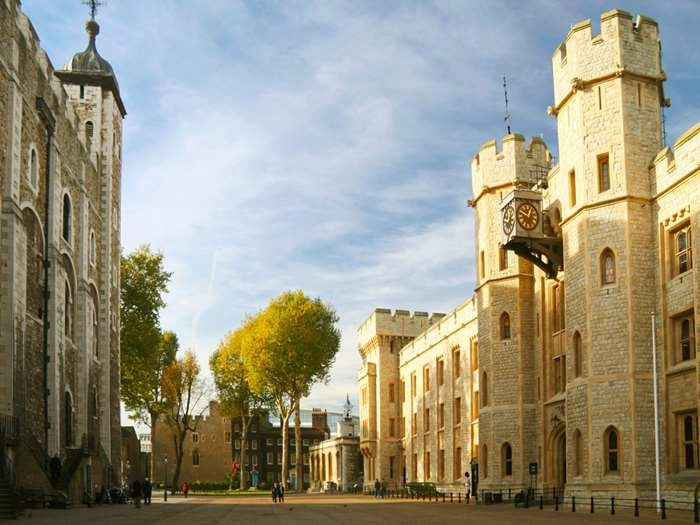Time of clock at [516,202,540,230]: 12:48
